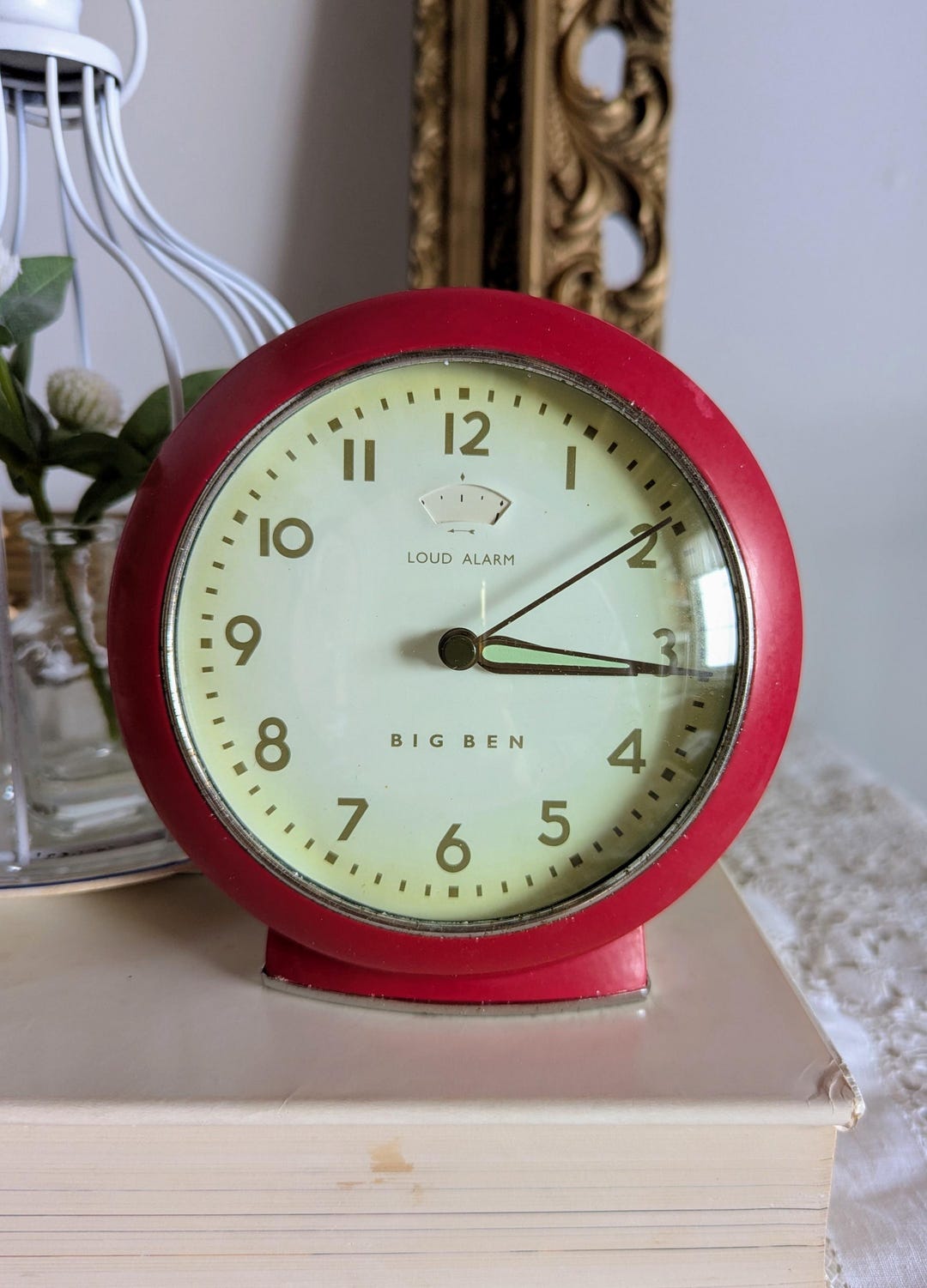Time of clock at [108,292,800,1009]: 3:09
